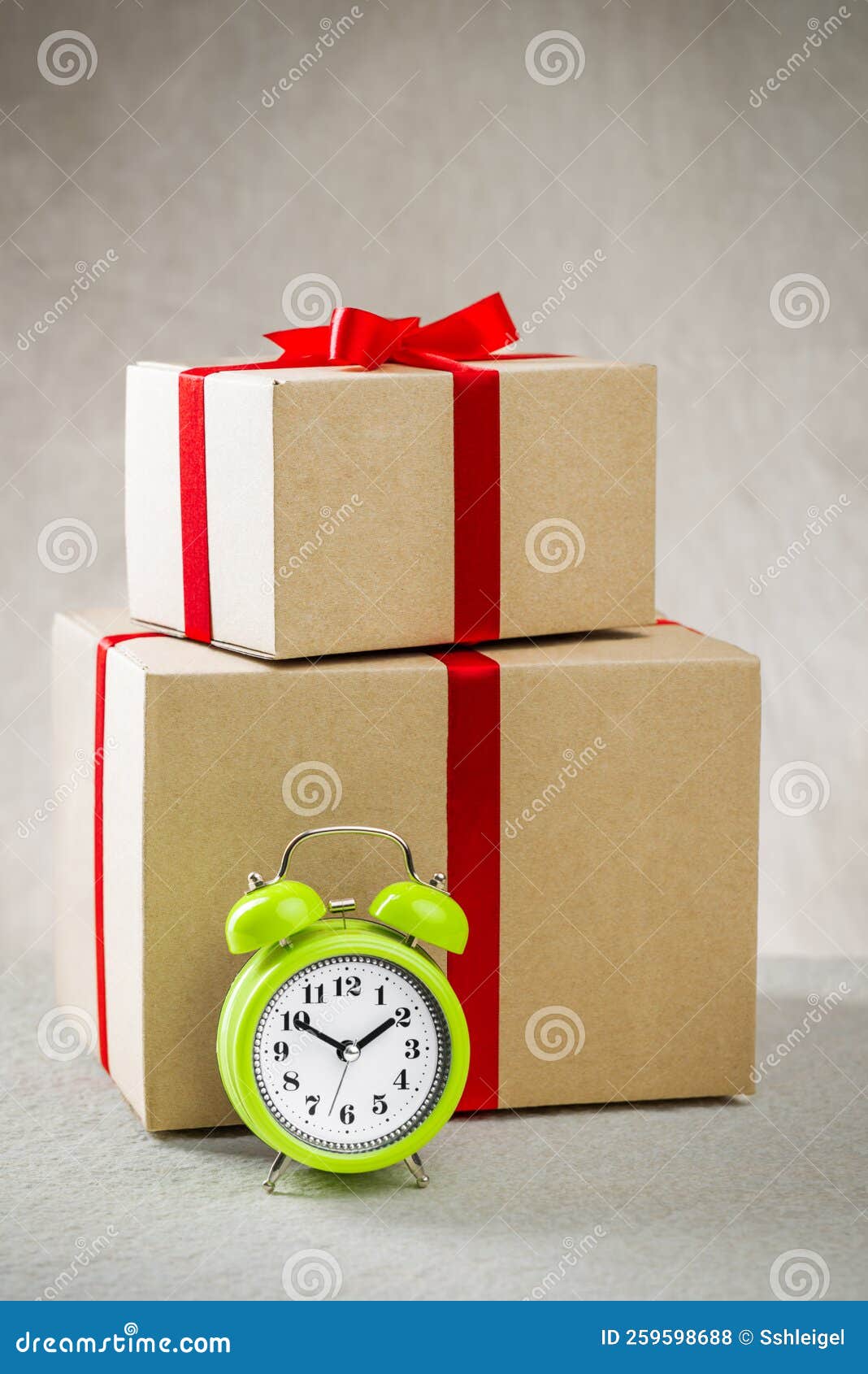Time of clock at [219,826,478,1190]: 1:50
